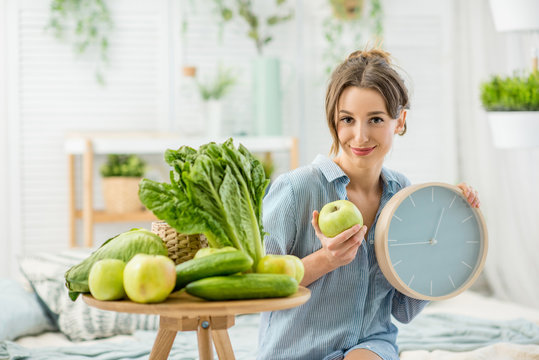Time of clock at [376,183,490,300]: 12:44
